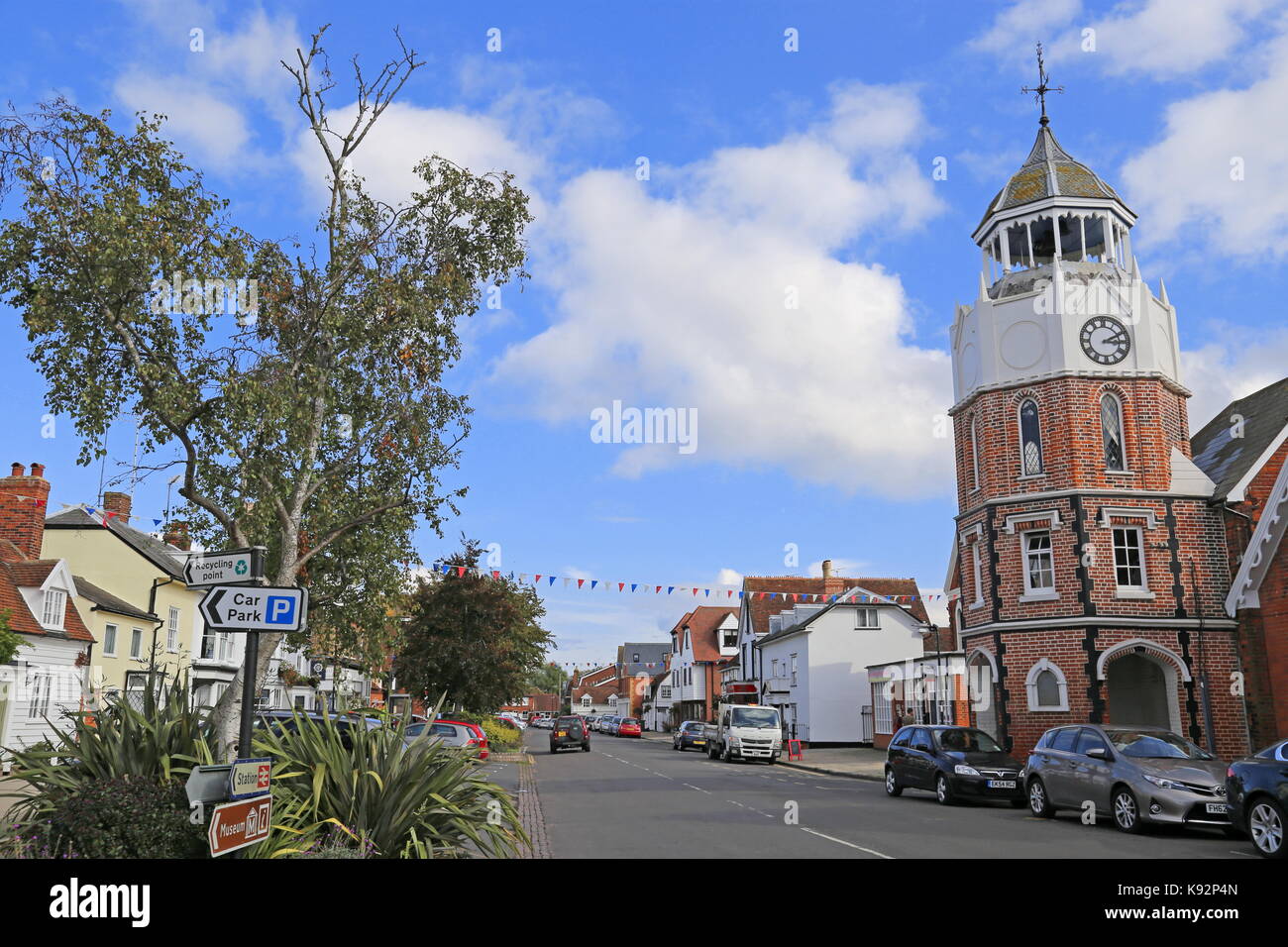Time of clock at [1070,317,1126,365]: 3:10
